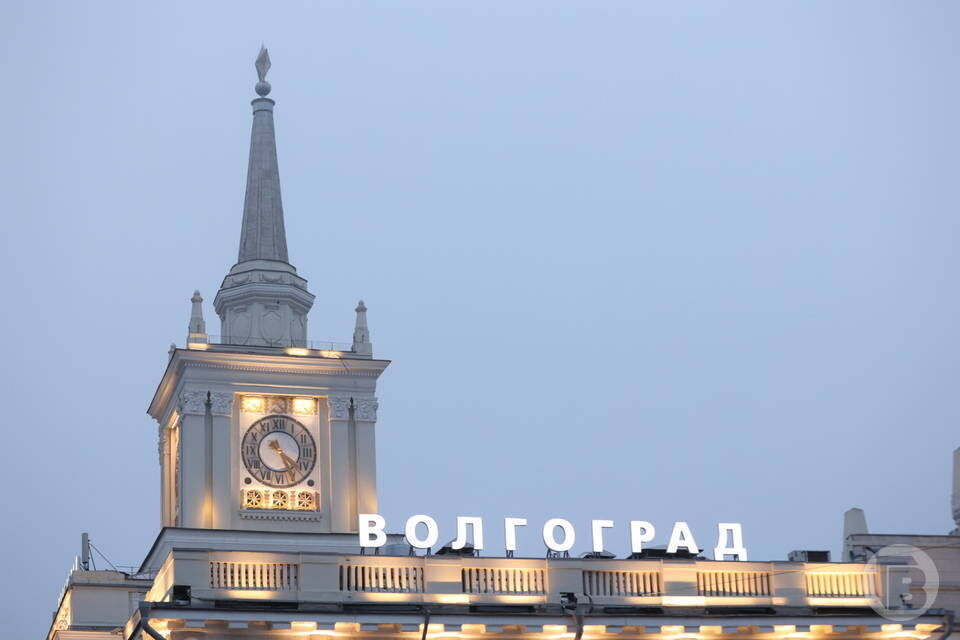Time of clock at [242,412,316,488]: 4:25
